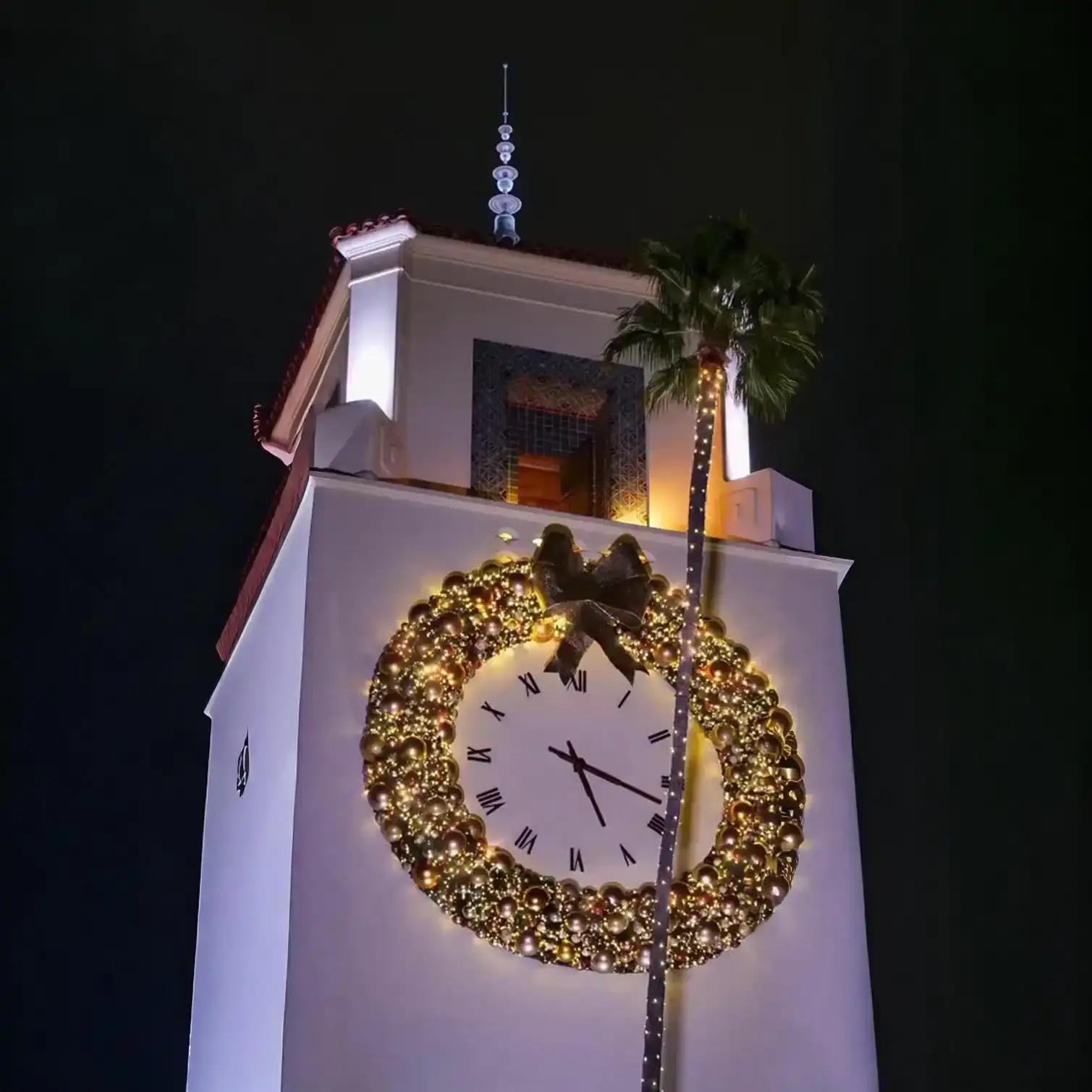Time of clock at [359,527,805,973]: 5:18
